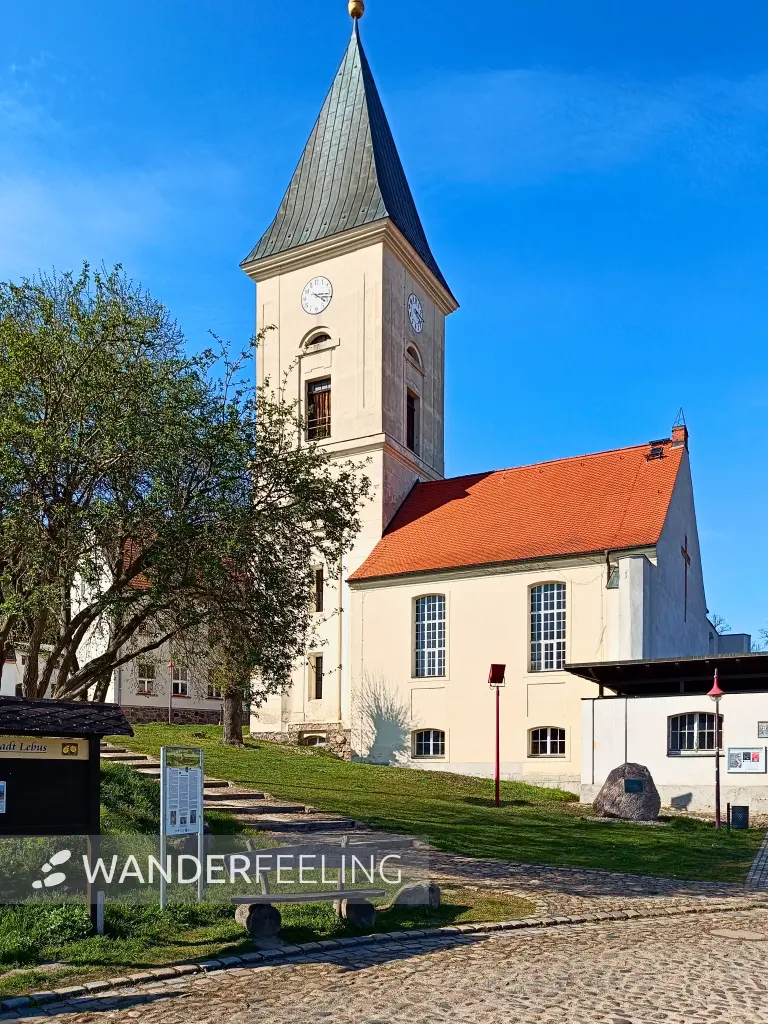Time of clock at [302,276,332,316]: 4:16
